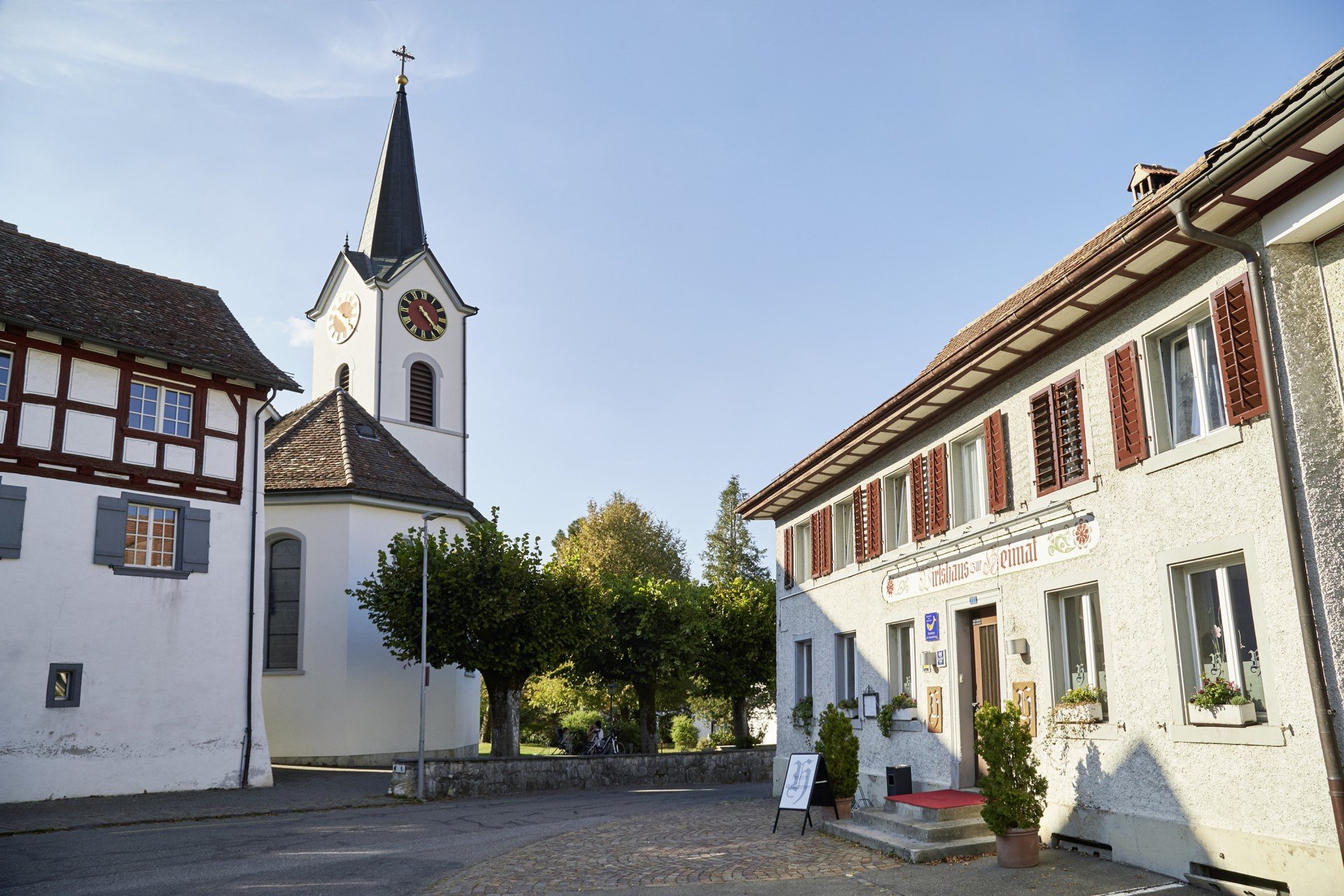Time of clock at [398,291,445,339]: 4:22
